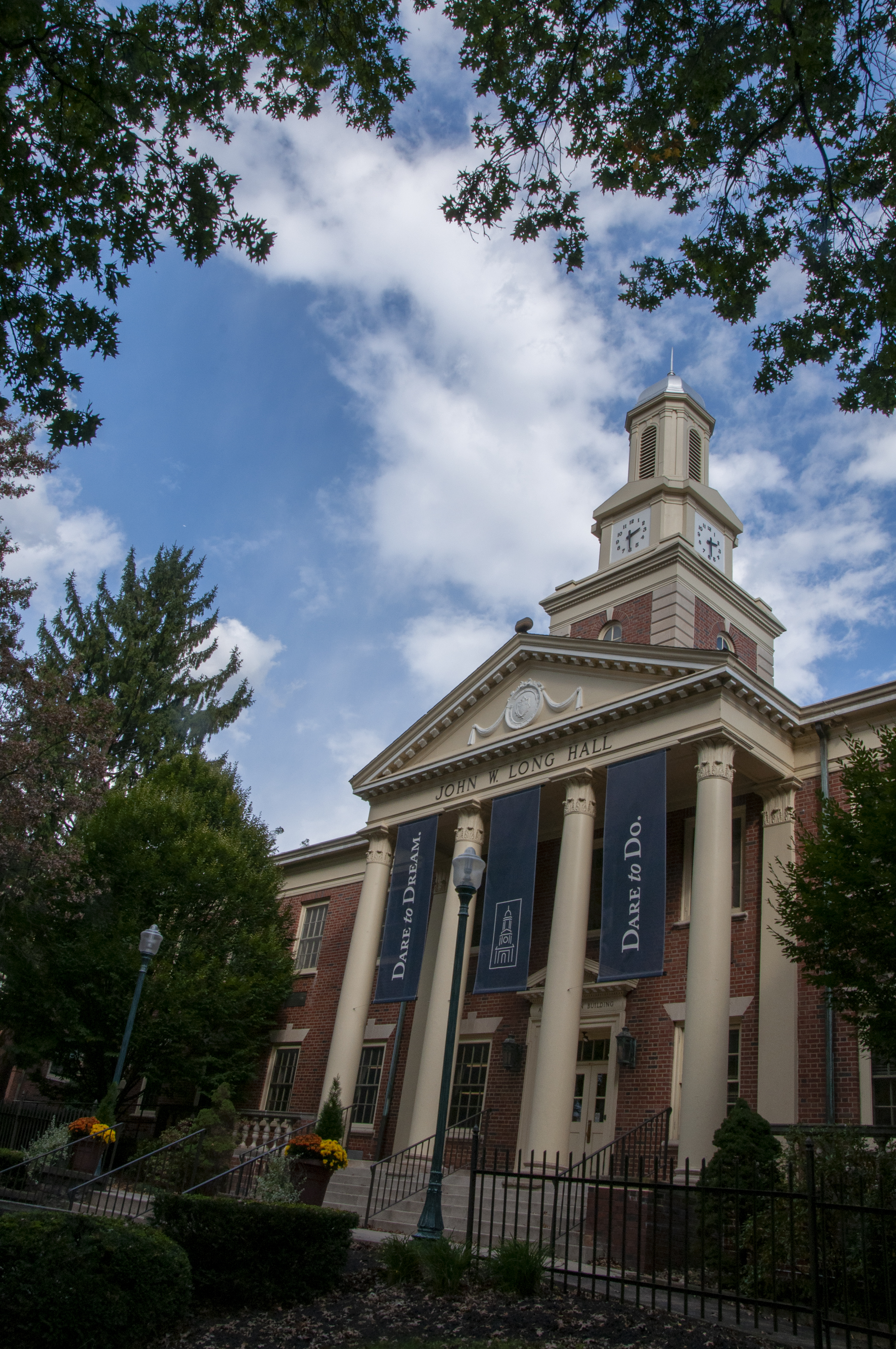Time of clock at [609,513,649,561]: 2:29
